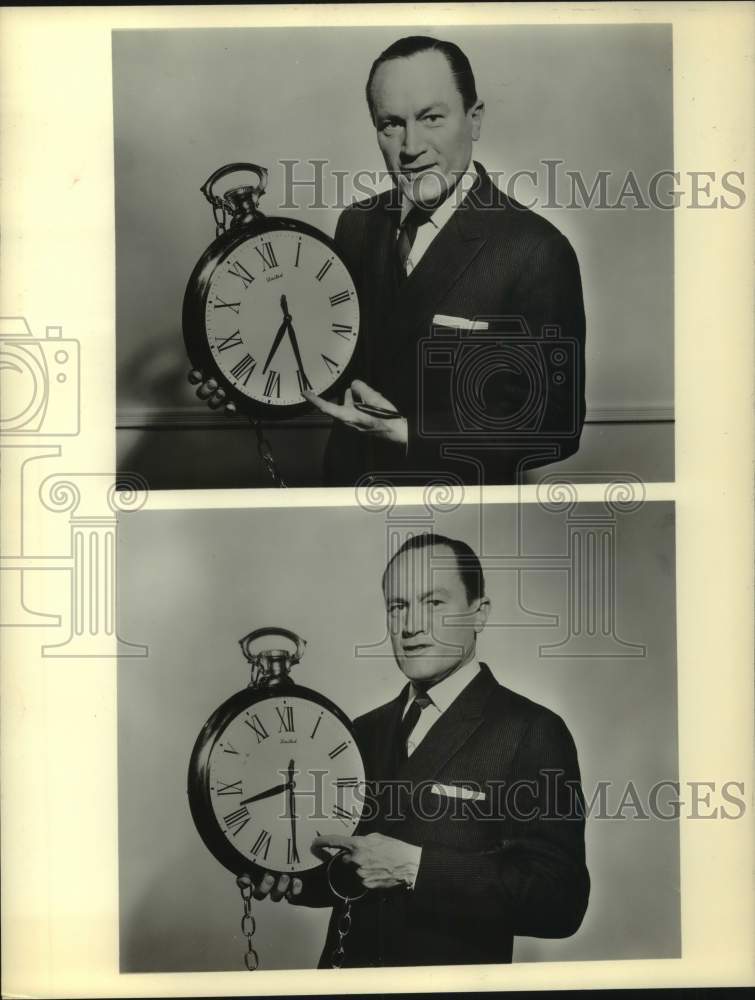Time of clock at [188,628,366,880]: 8:29
